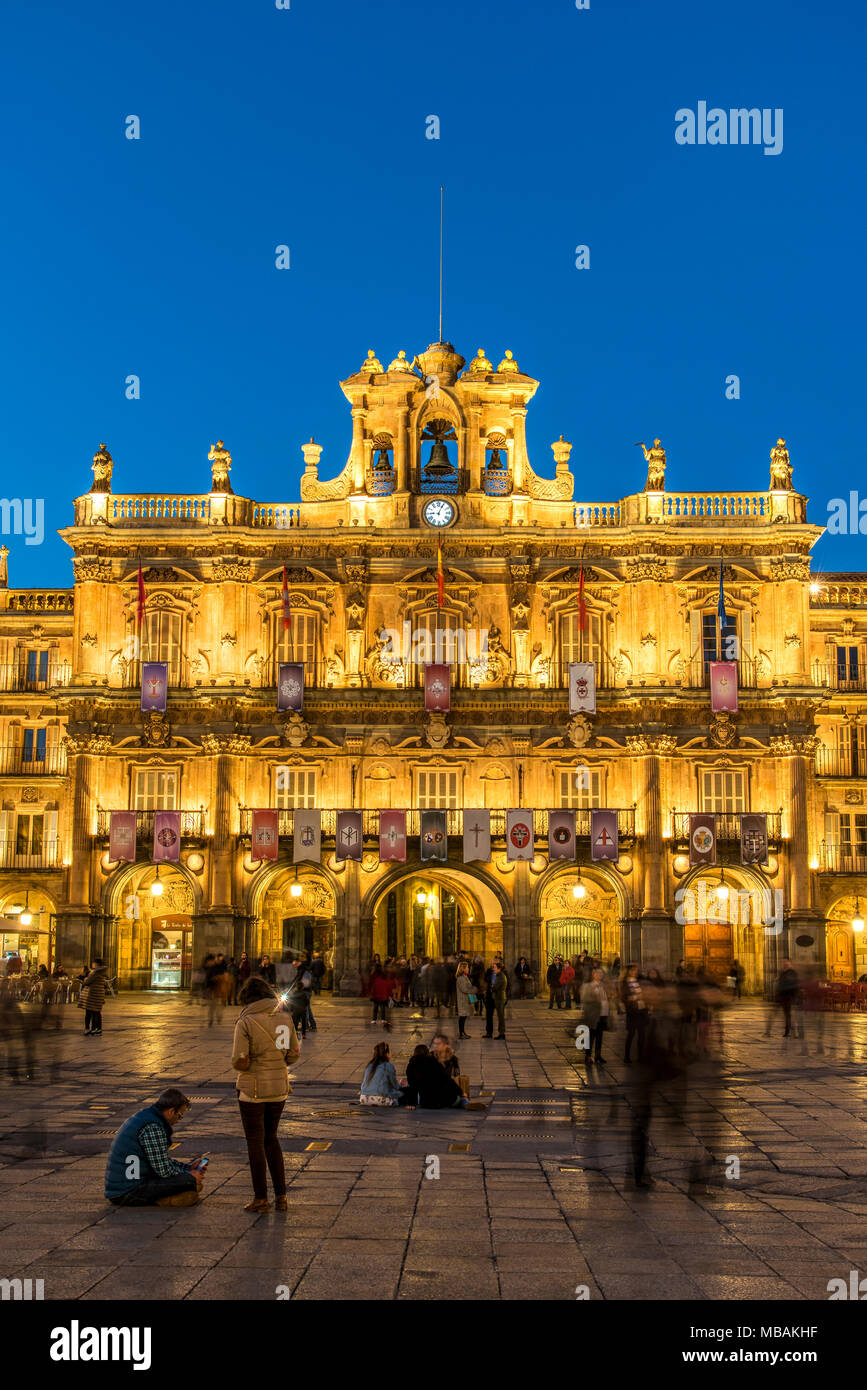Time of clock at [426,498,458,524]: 9:04
